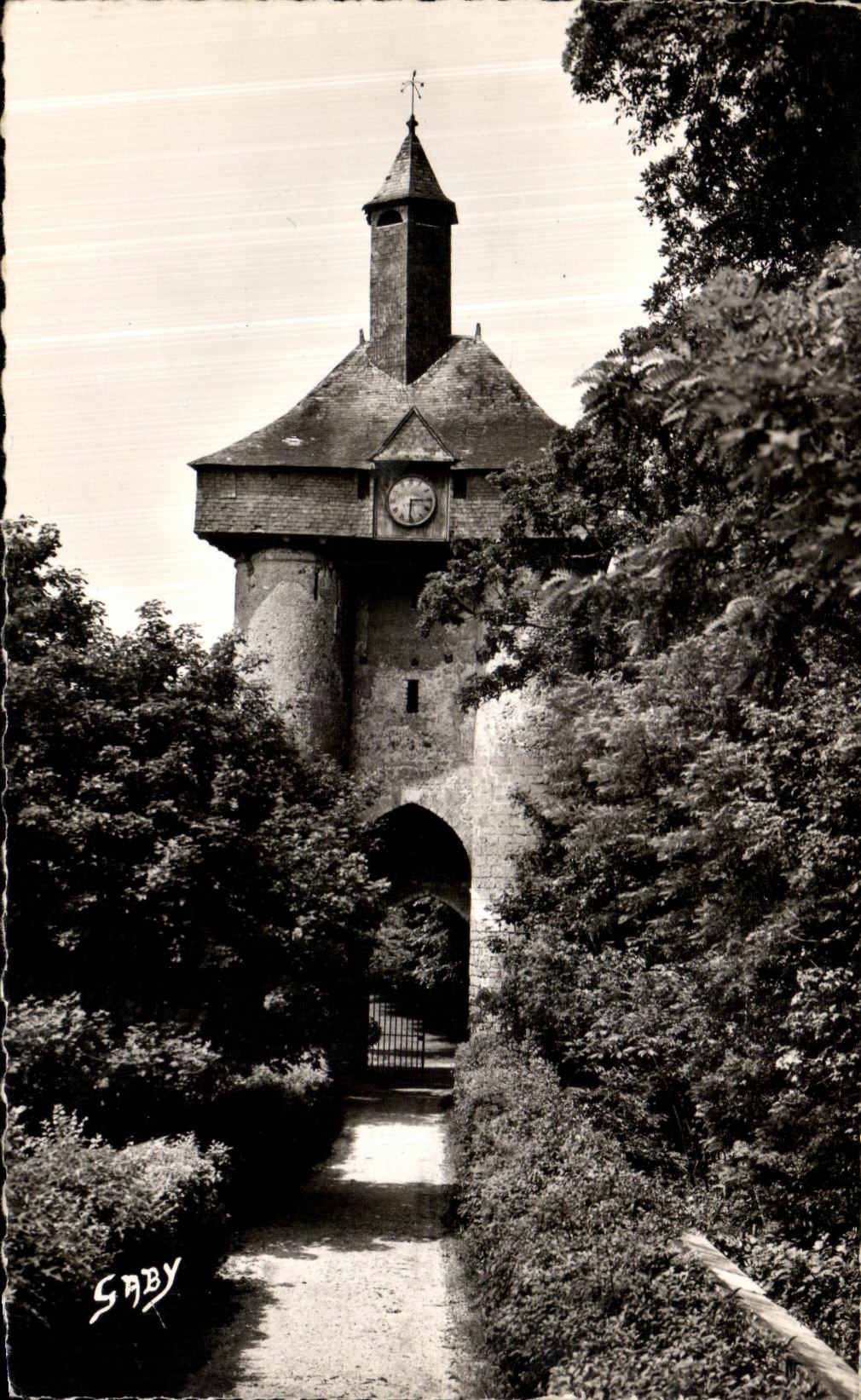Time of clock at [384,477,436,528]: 6:15
